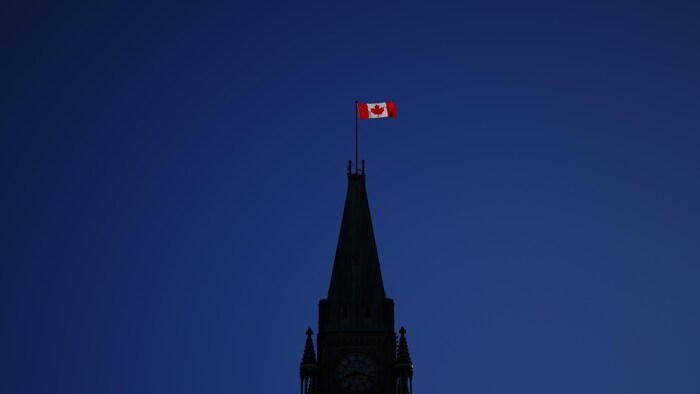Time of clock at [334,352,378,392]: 8:17
